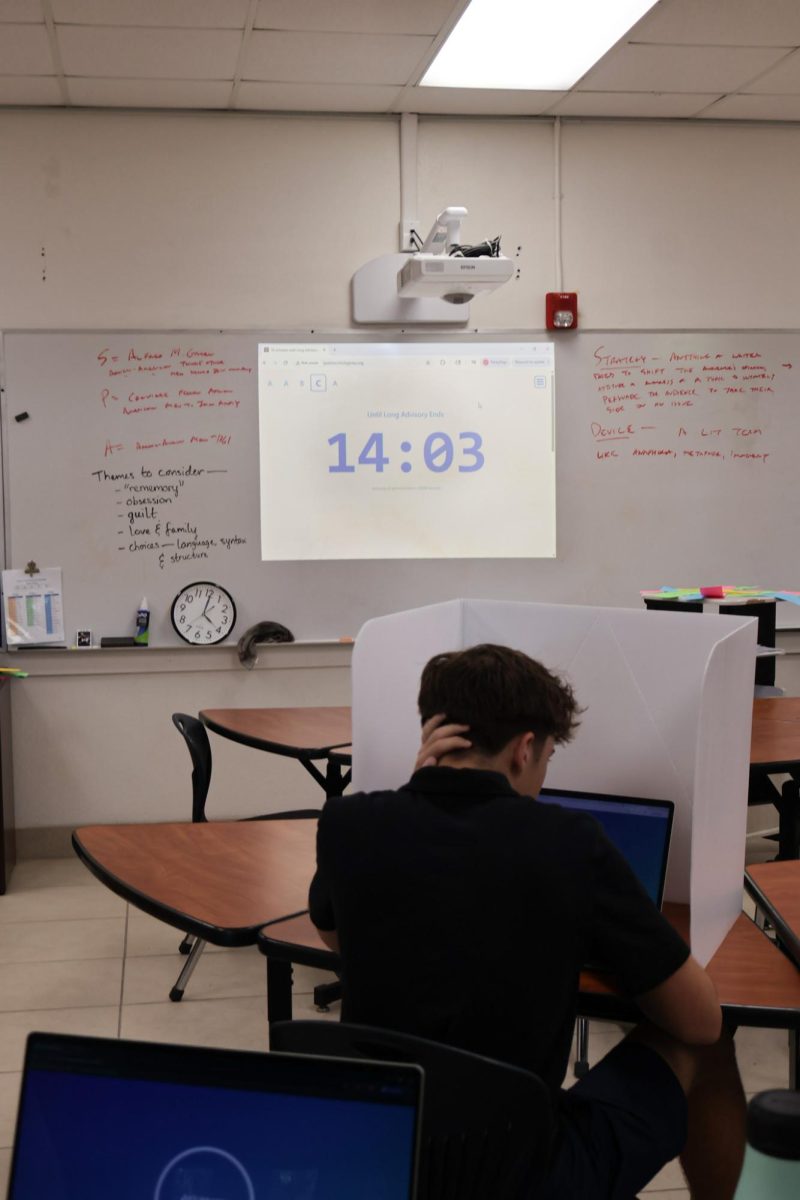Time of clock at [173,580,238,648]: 4:00
